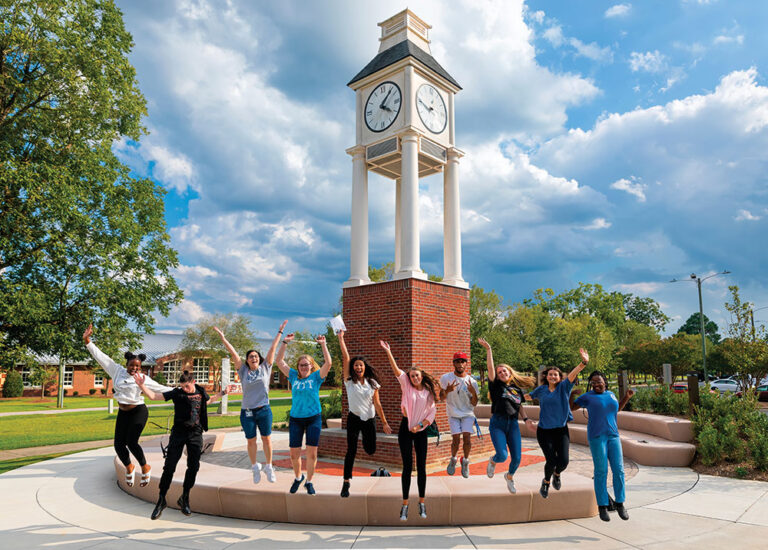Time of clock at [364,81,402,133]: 4:07
